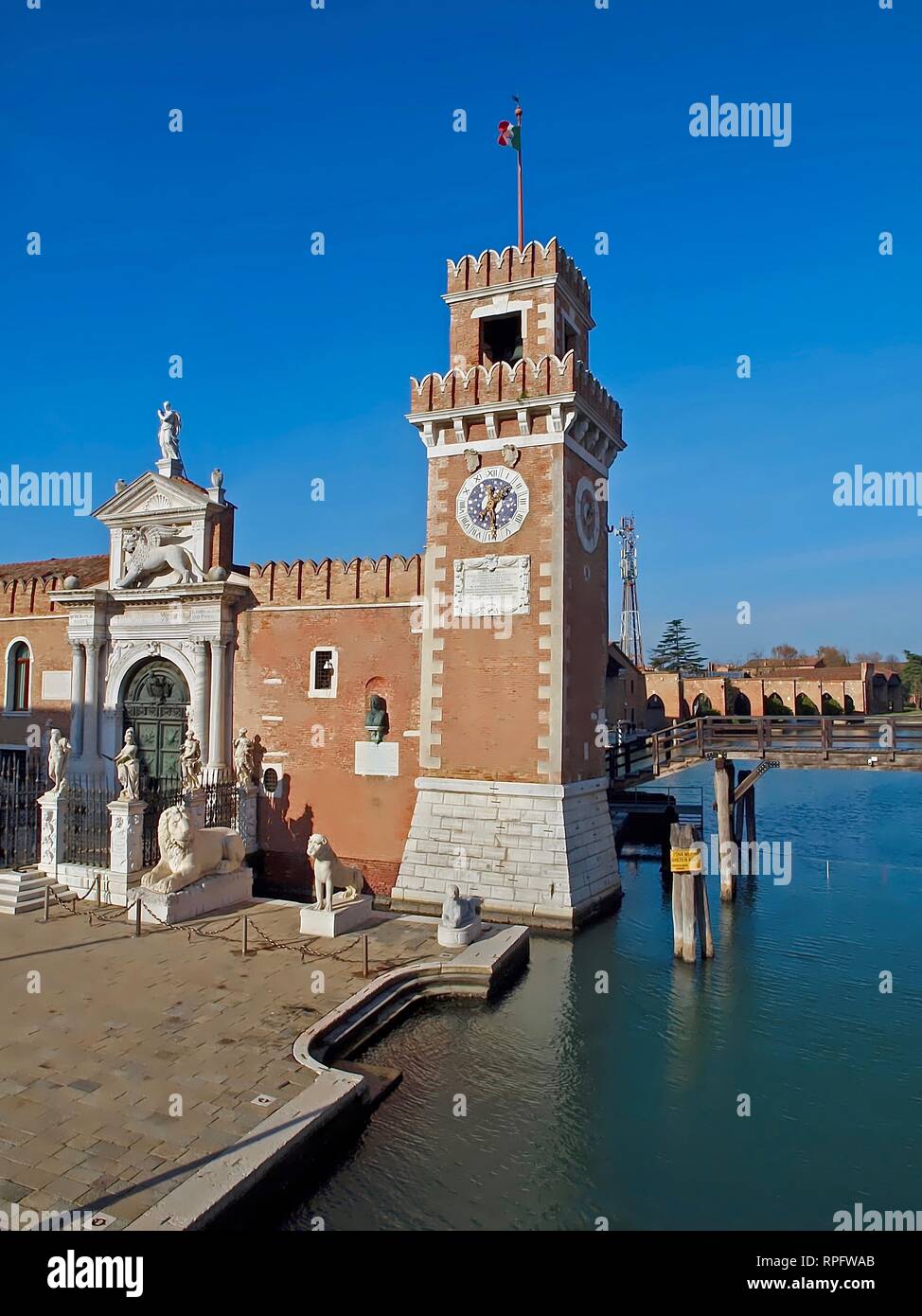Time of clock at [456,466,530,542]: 1:29
